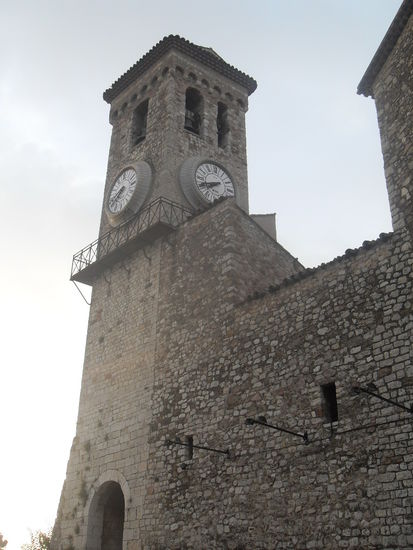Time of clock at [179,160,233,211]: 7:41
